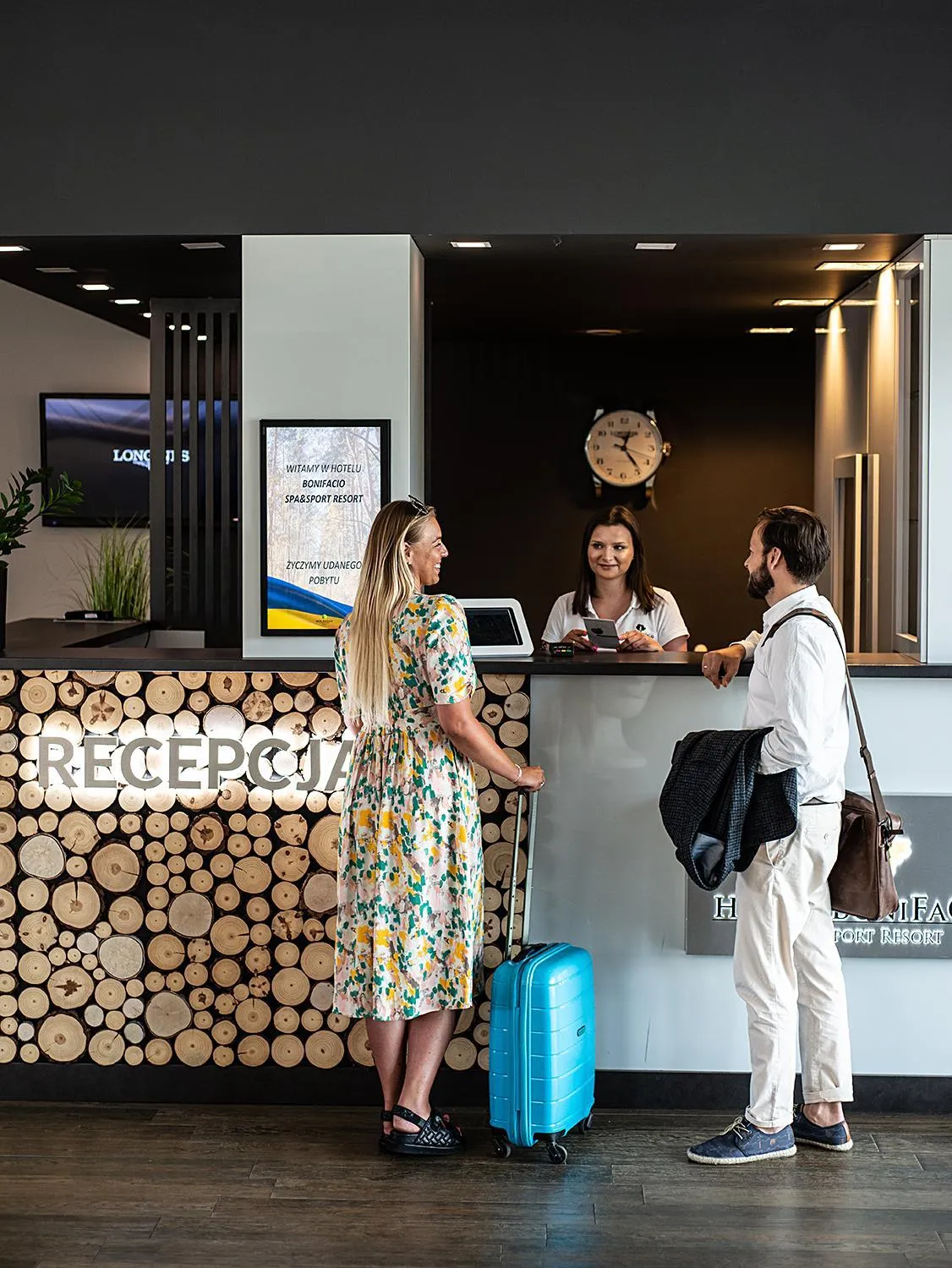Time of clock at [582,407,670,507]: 12:23
